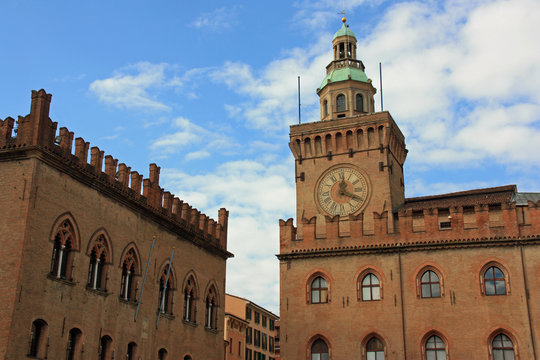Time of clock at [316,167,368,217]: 12:18
